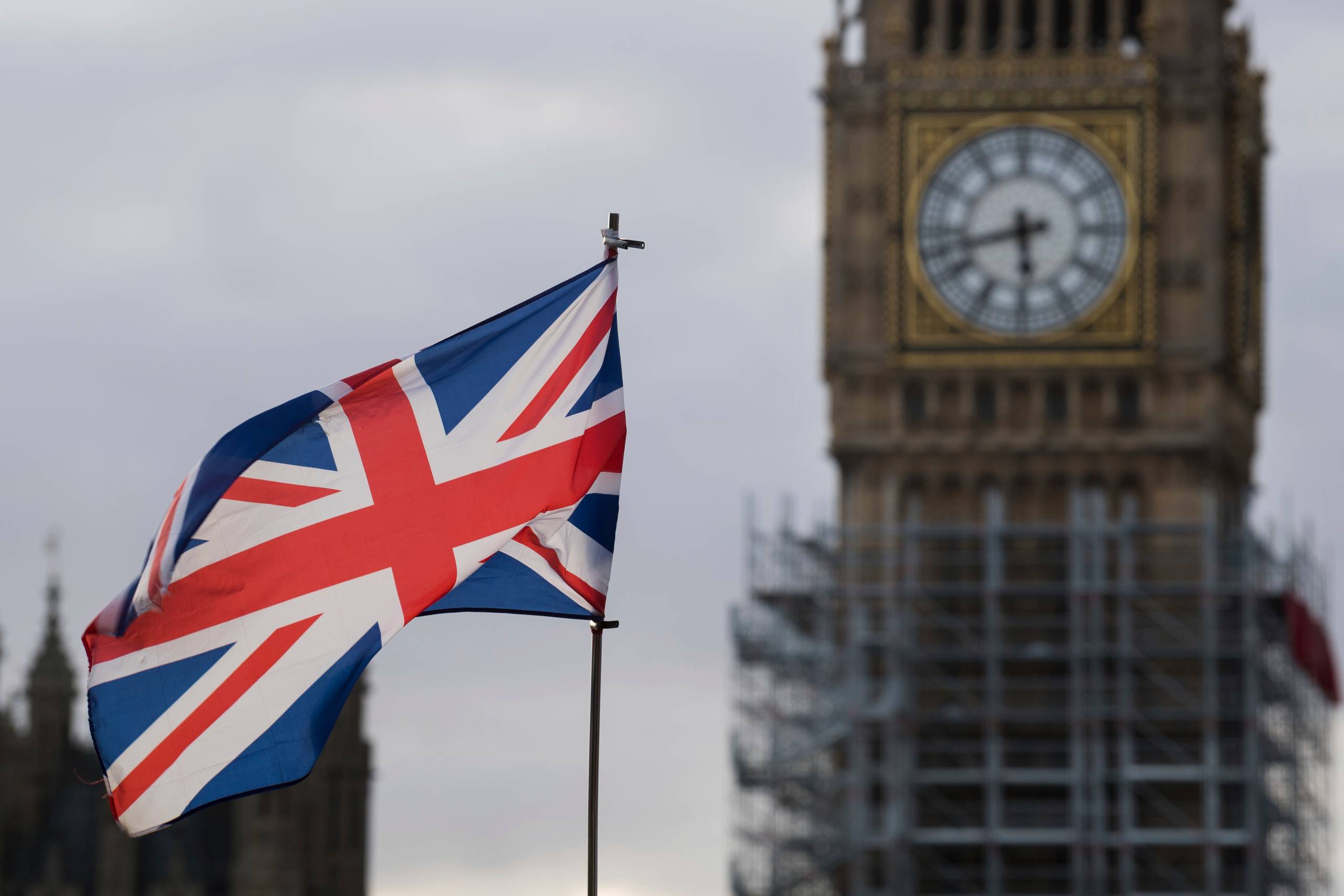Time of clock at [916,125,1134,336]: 5:42
